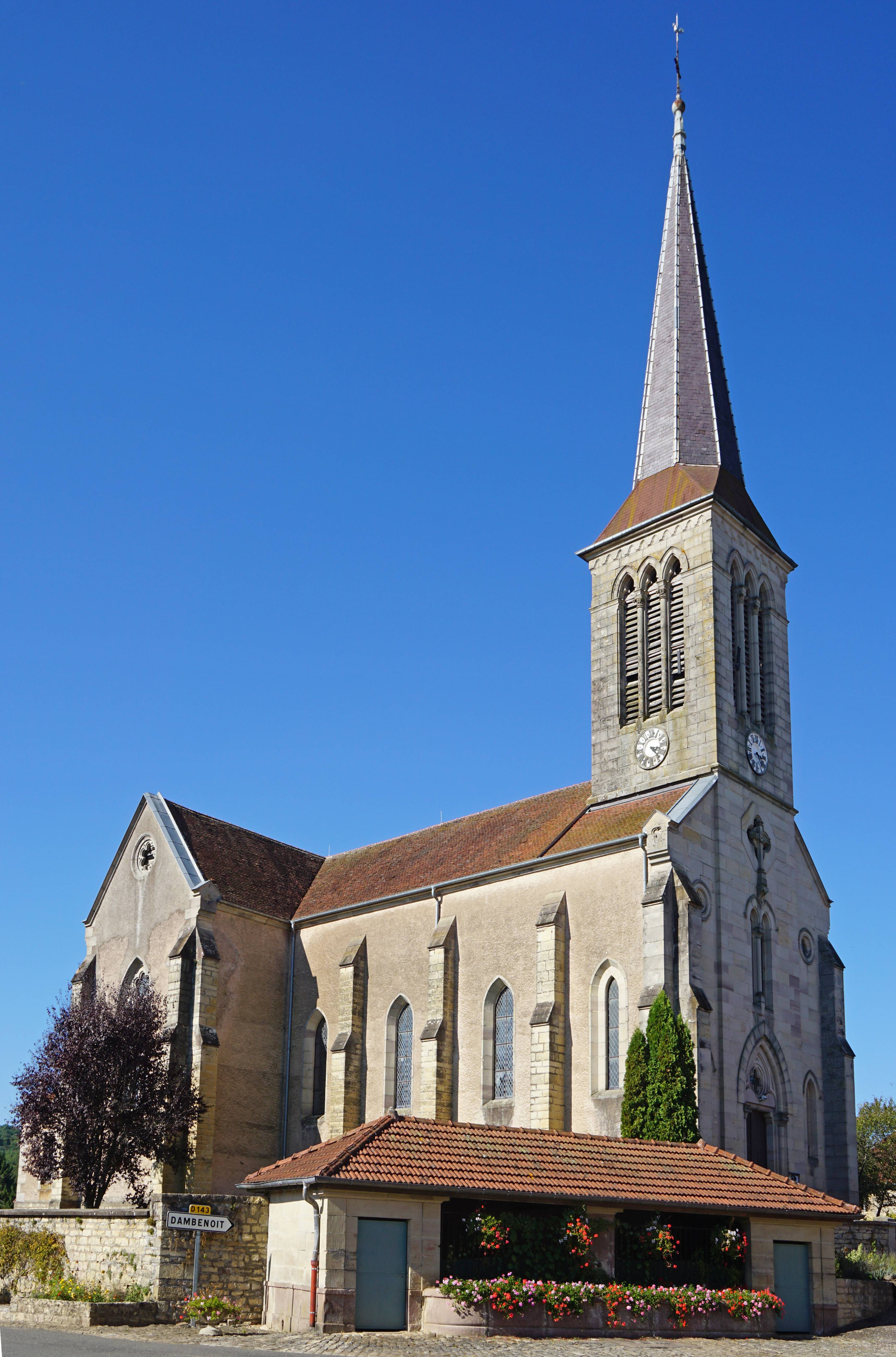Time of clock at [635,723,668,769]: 3:22
